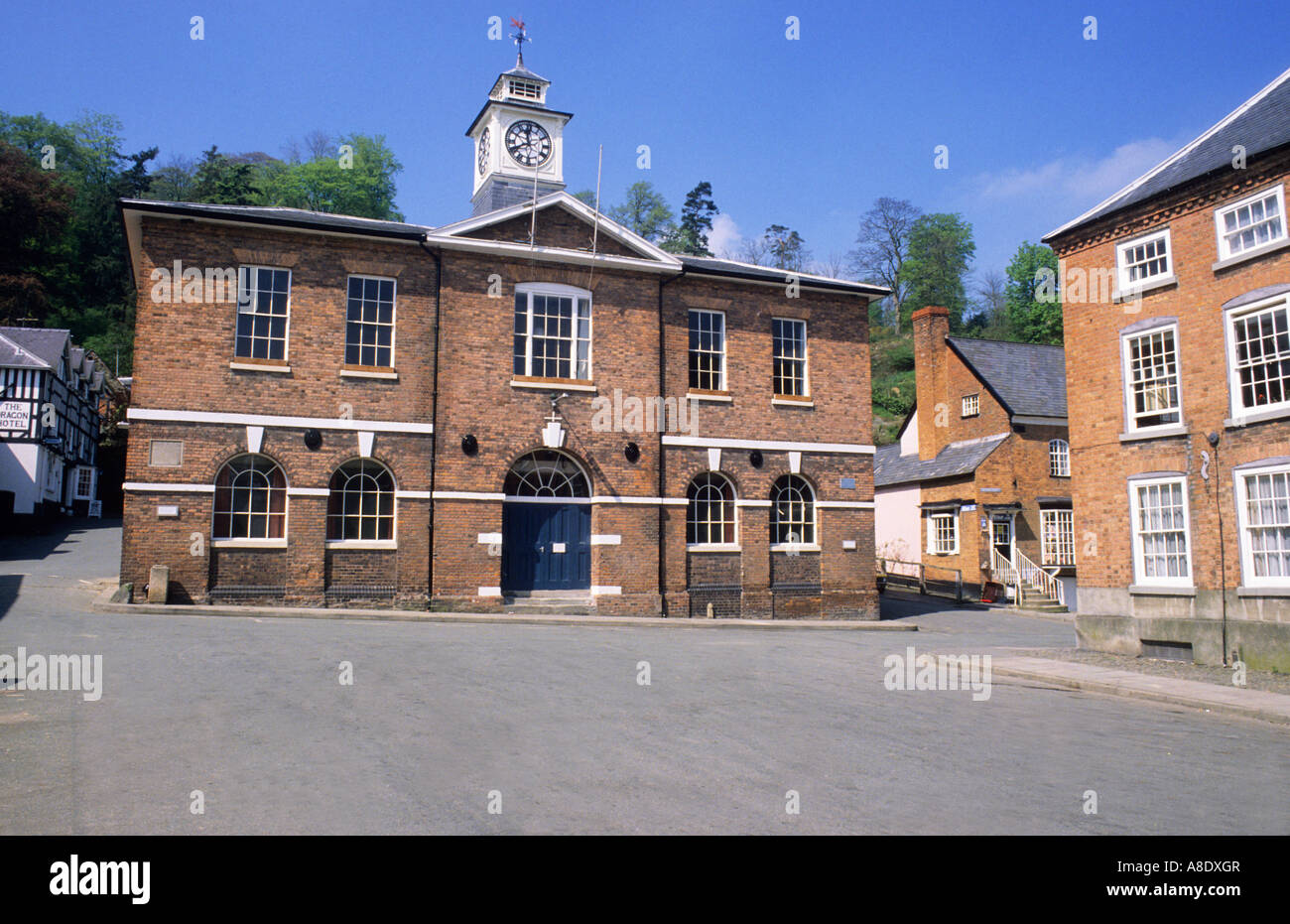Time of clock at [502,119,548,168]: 11:40
